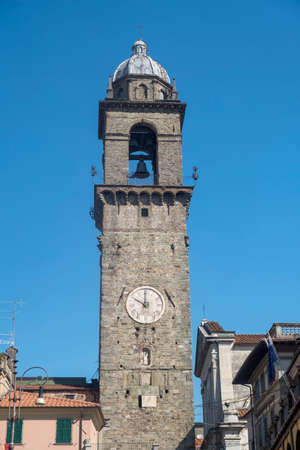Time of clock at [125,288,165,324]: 10:00
